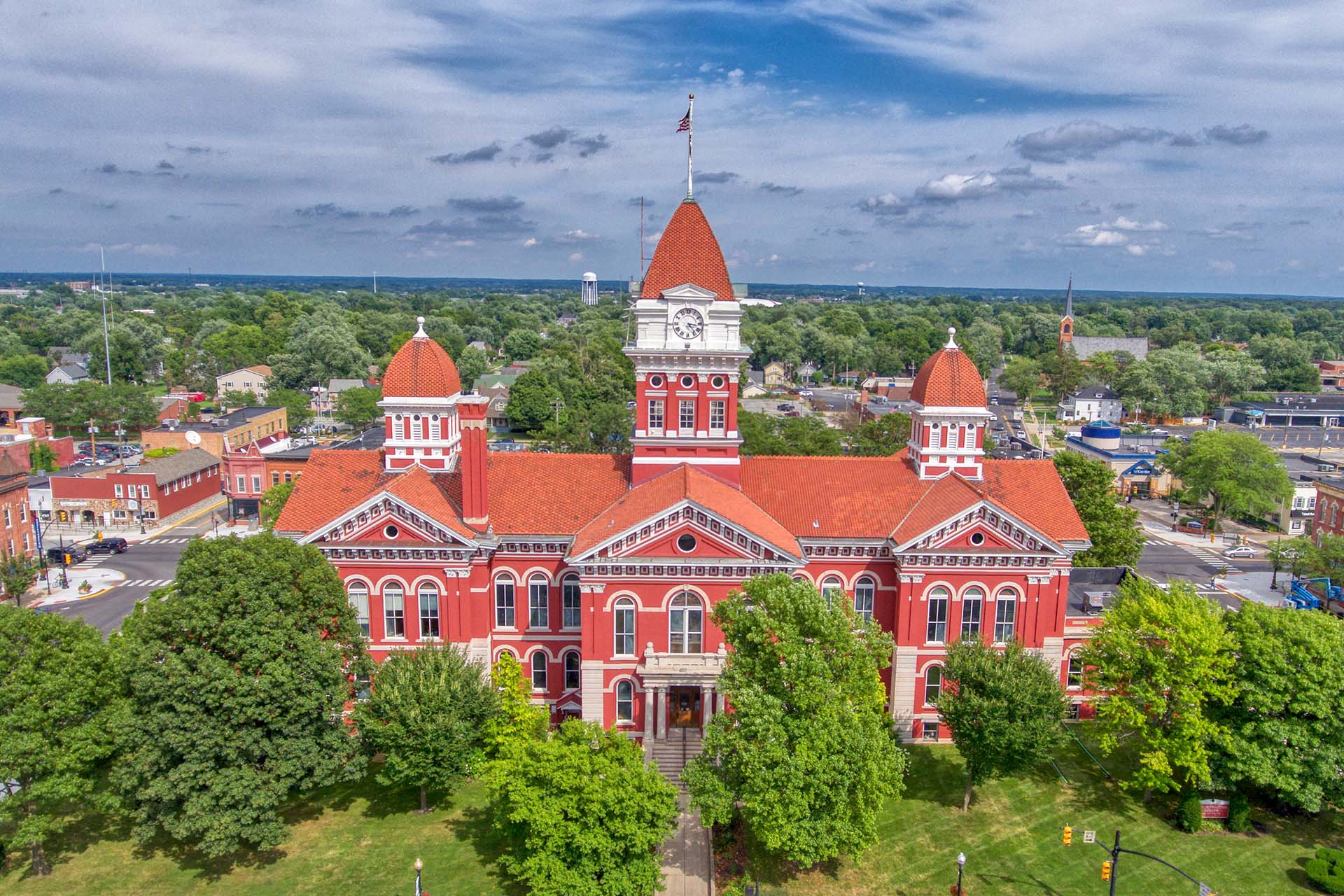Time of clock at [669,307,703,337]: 3:23
